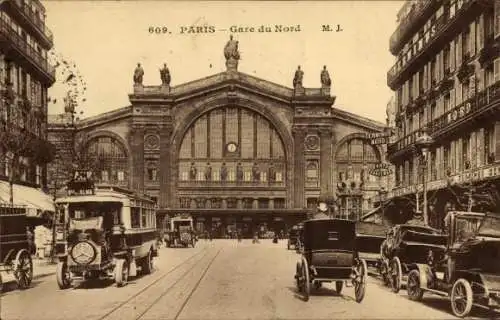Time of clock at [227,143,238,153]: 12:32
